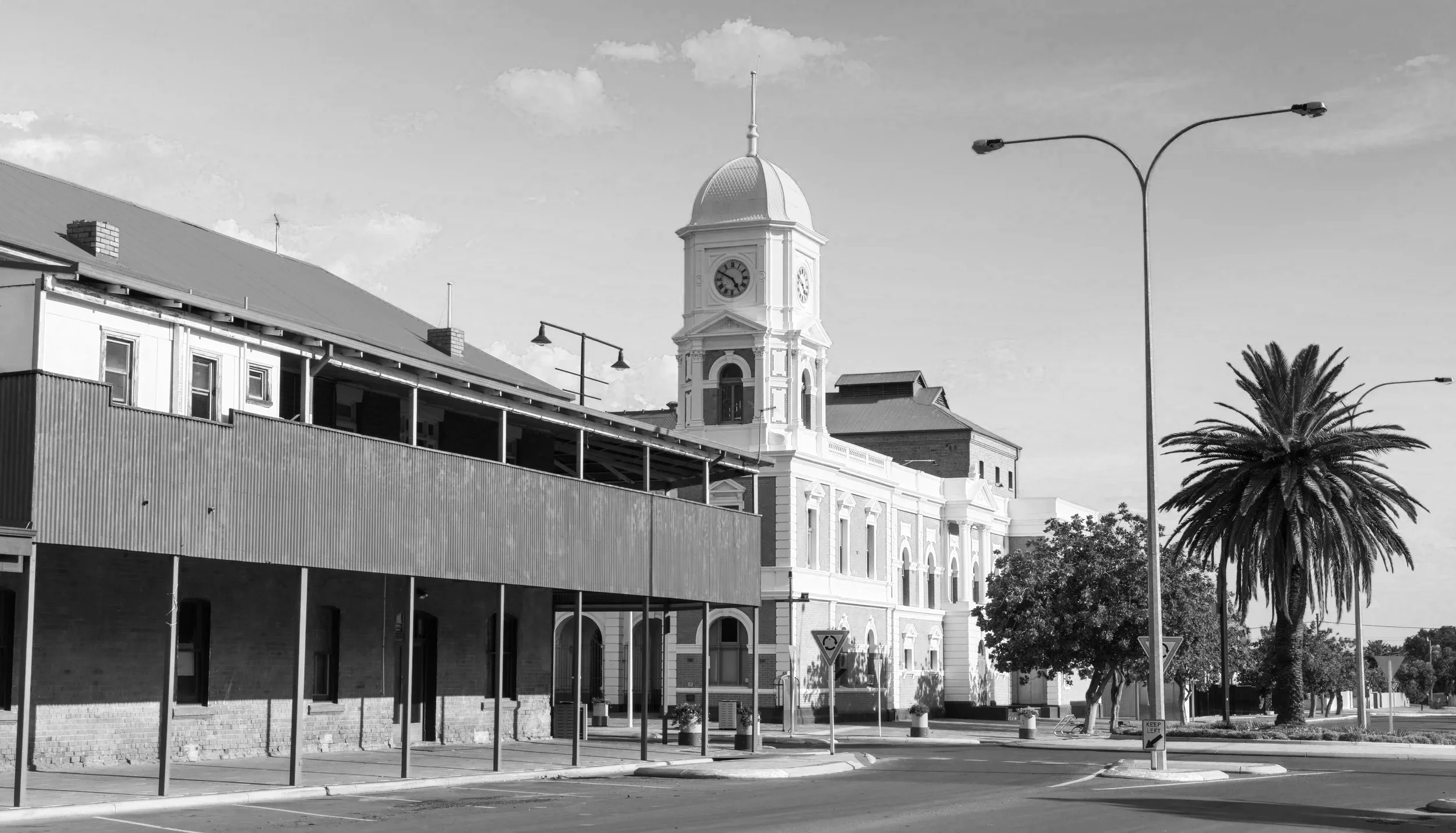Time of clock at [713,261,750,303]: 4:49
